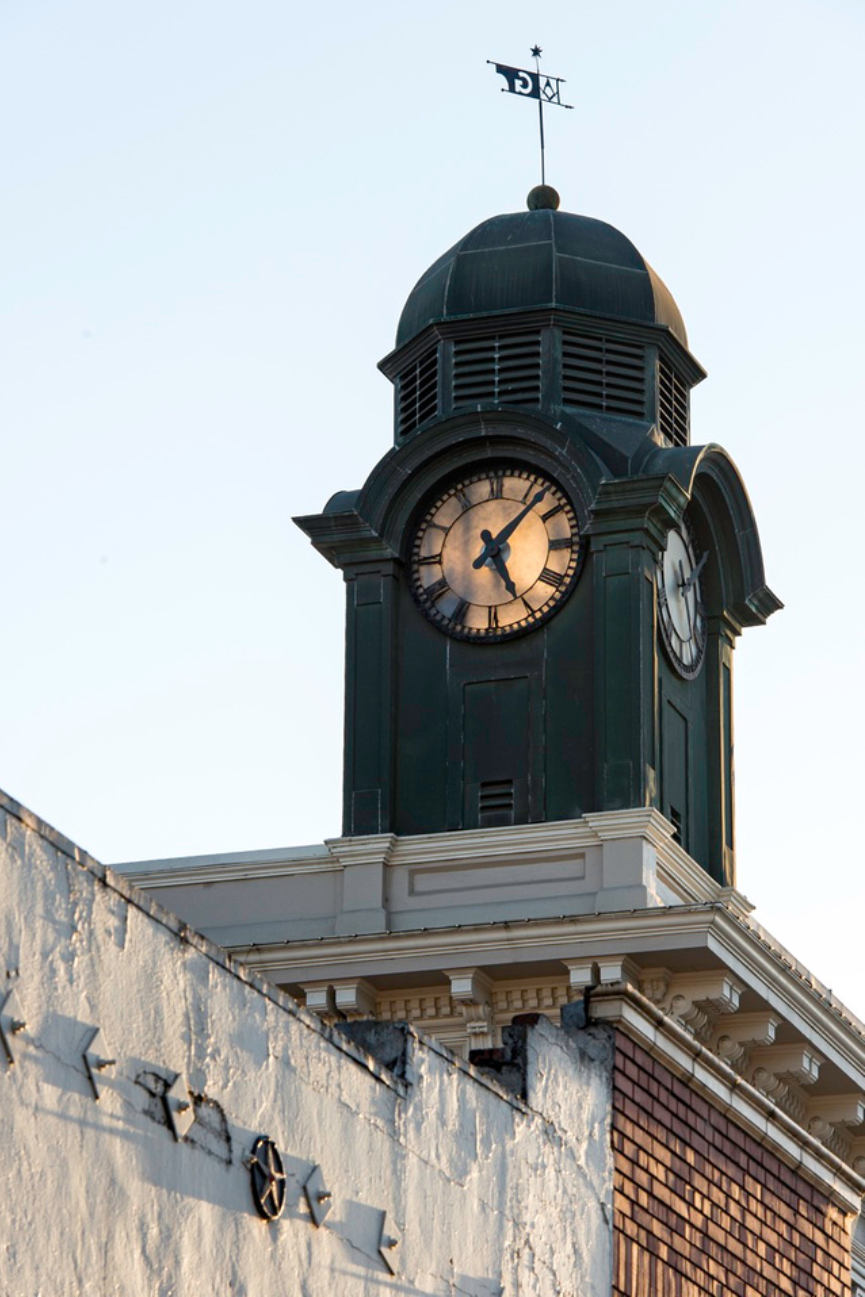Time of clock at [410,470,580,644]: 5:07
